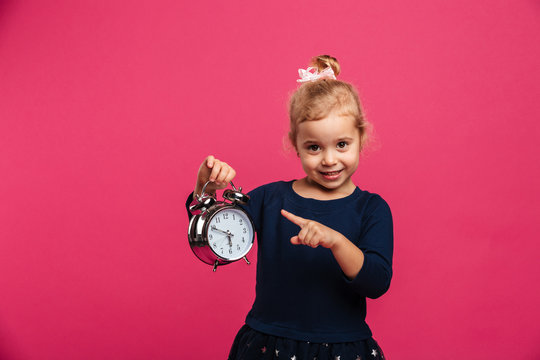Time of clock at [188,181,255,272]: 5:49
